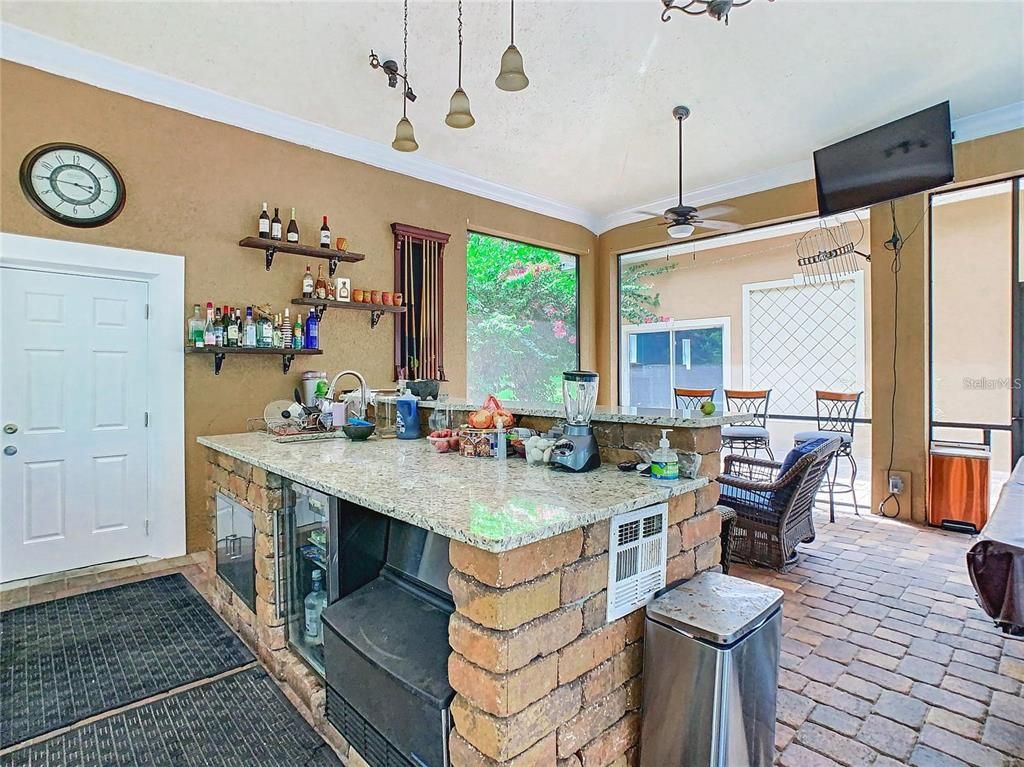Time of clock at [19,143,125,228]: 3:45
